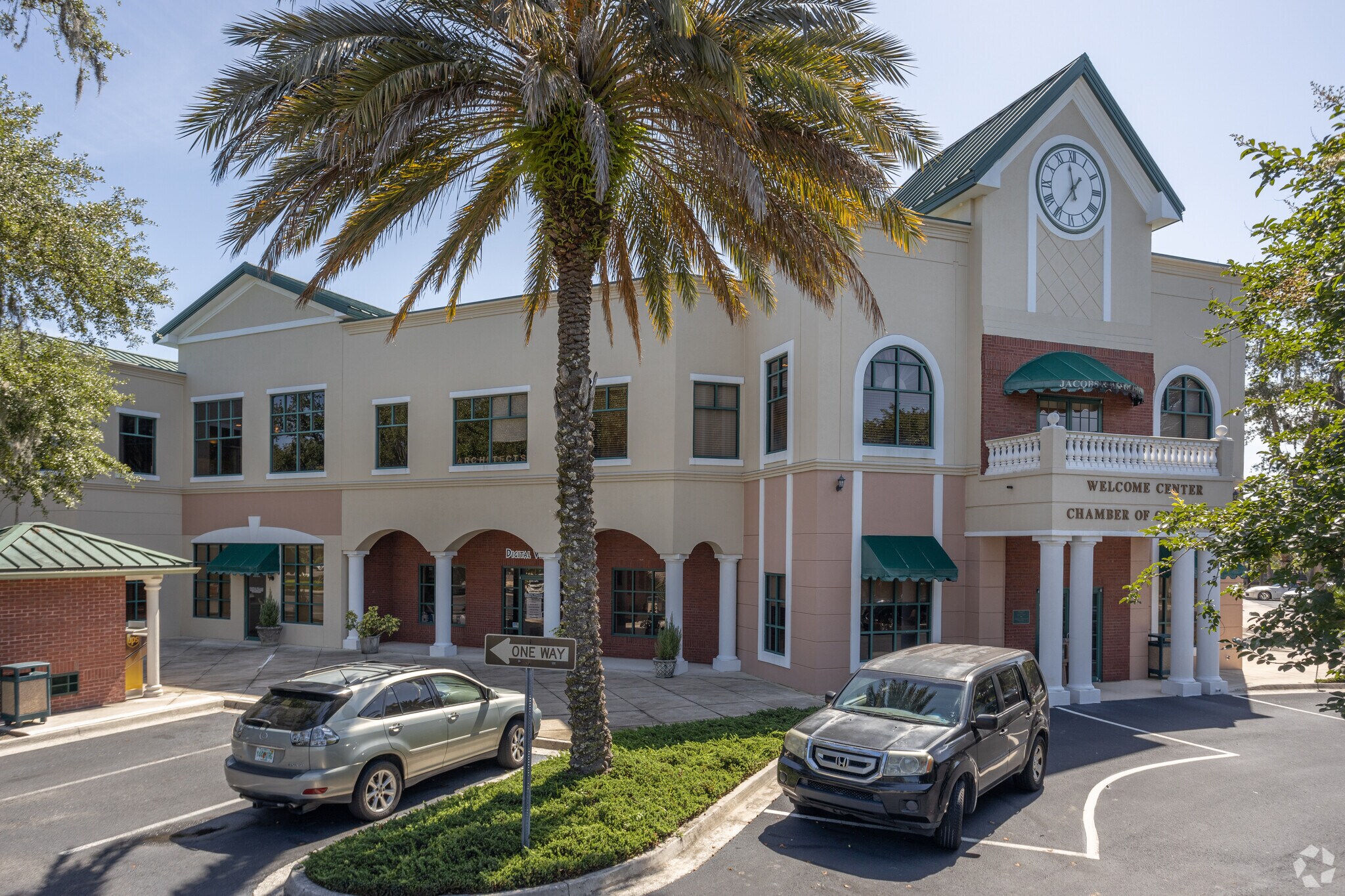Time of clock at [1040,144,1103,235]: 11:35
